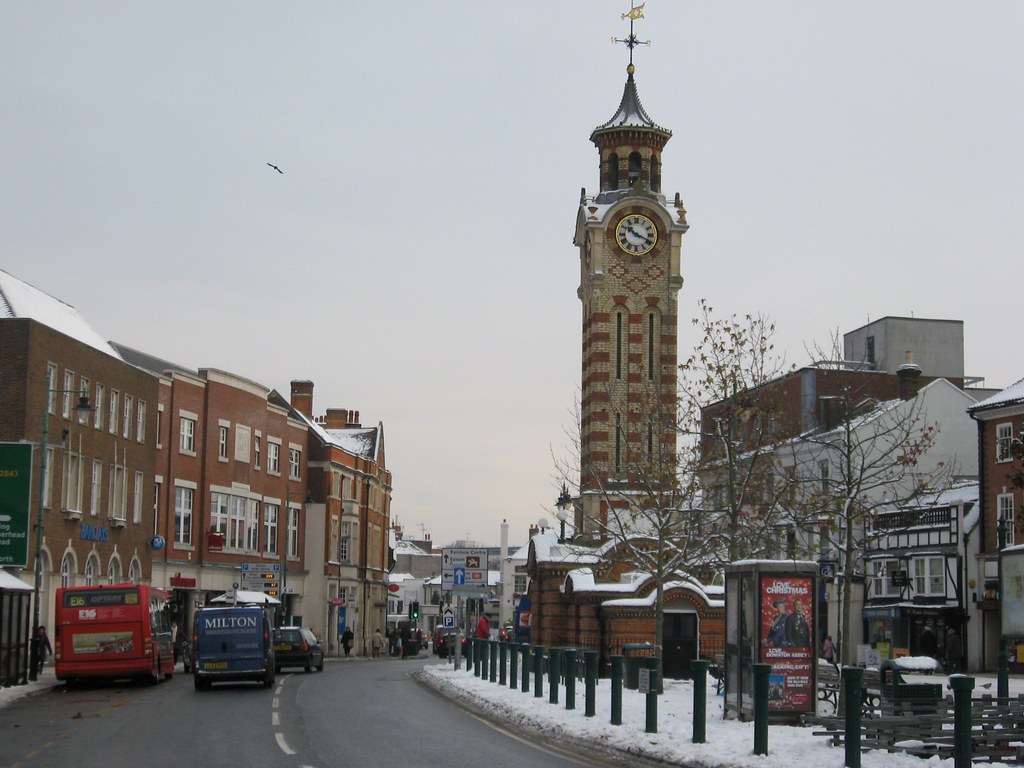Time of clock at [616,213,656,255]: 10:19
